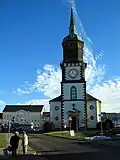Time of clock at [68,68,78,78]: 11:22
